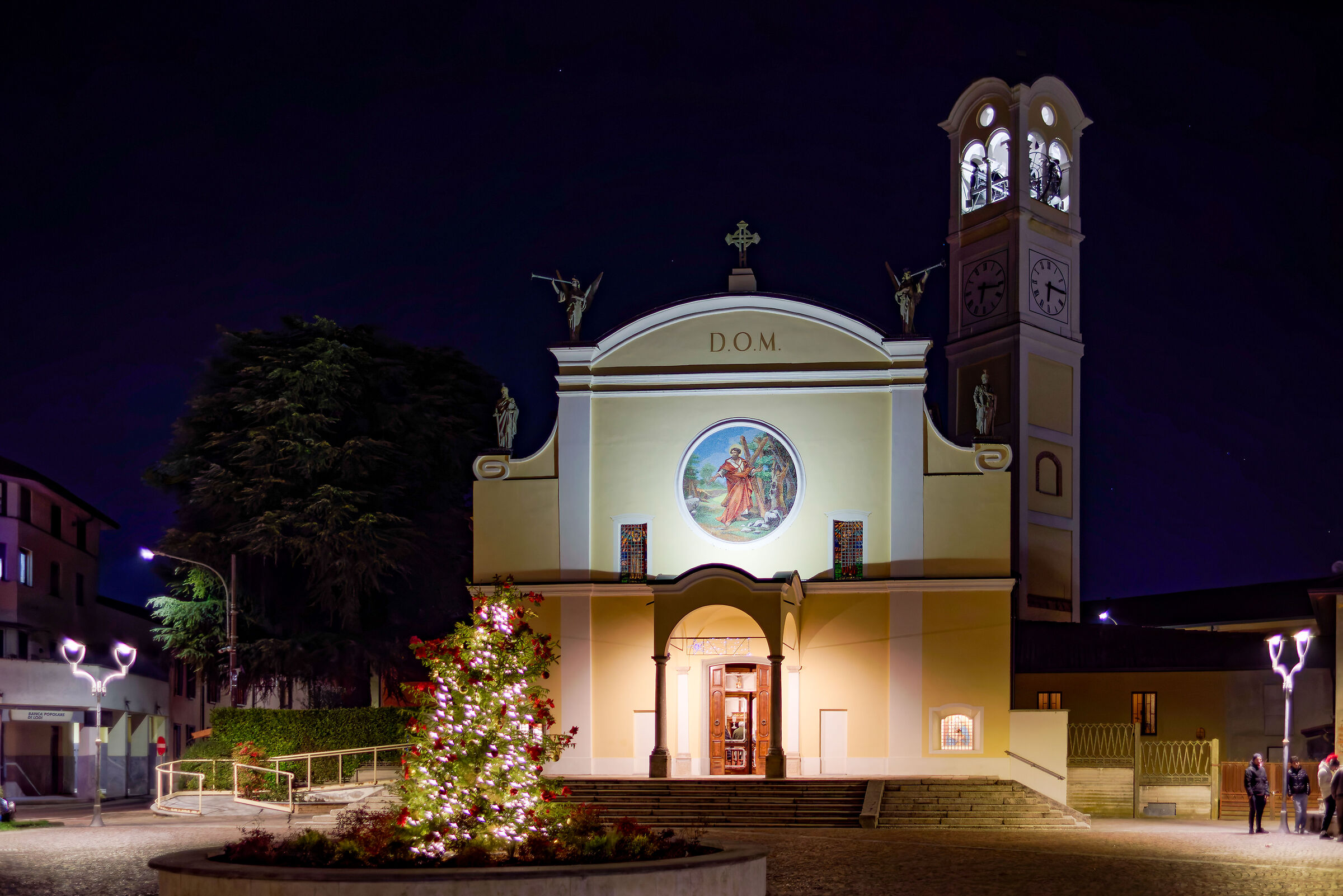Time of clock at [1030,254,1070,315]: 6:15
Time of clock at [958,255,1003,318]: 6:16
